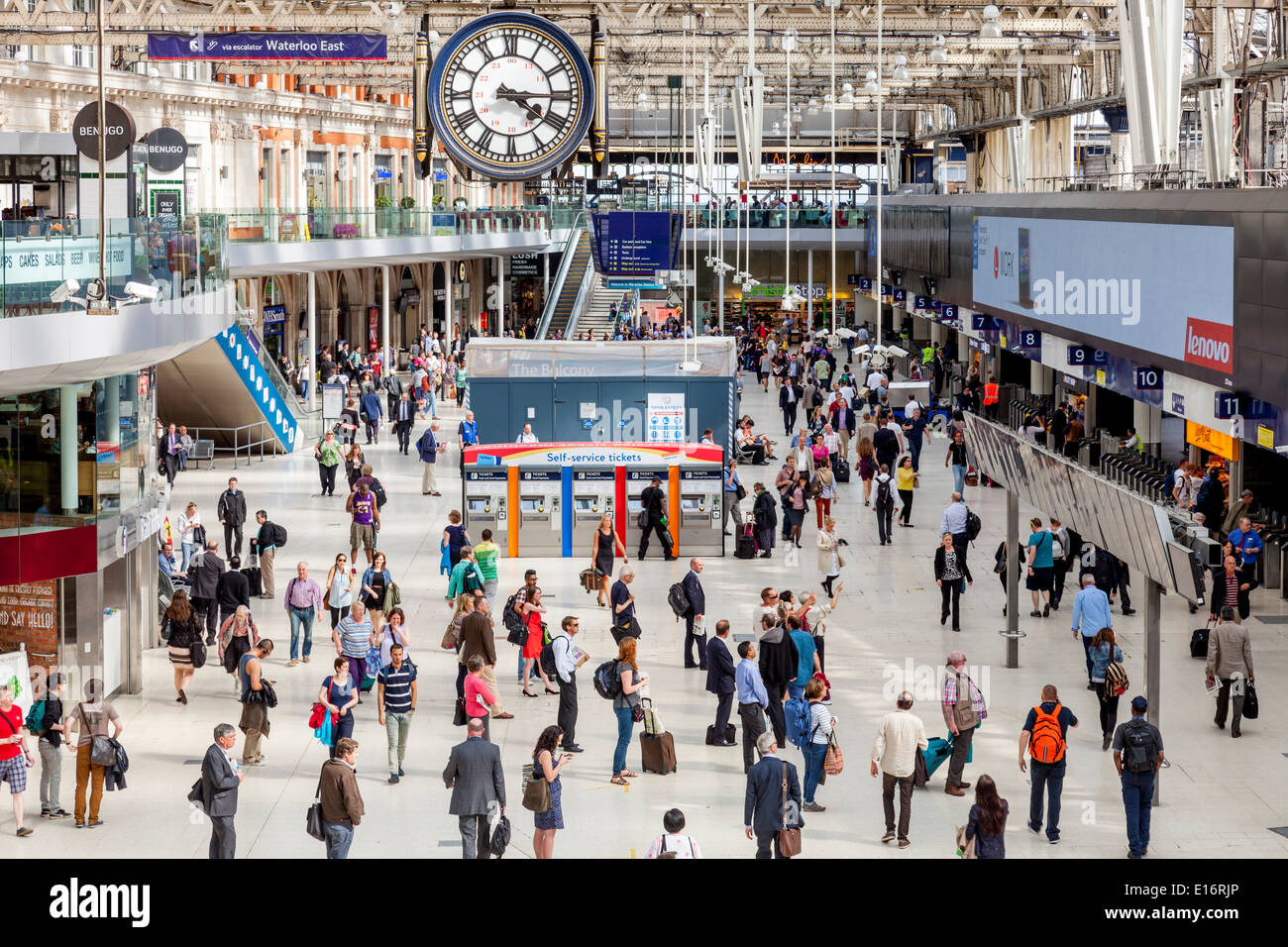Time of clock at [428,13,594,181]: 4:14
